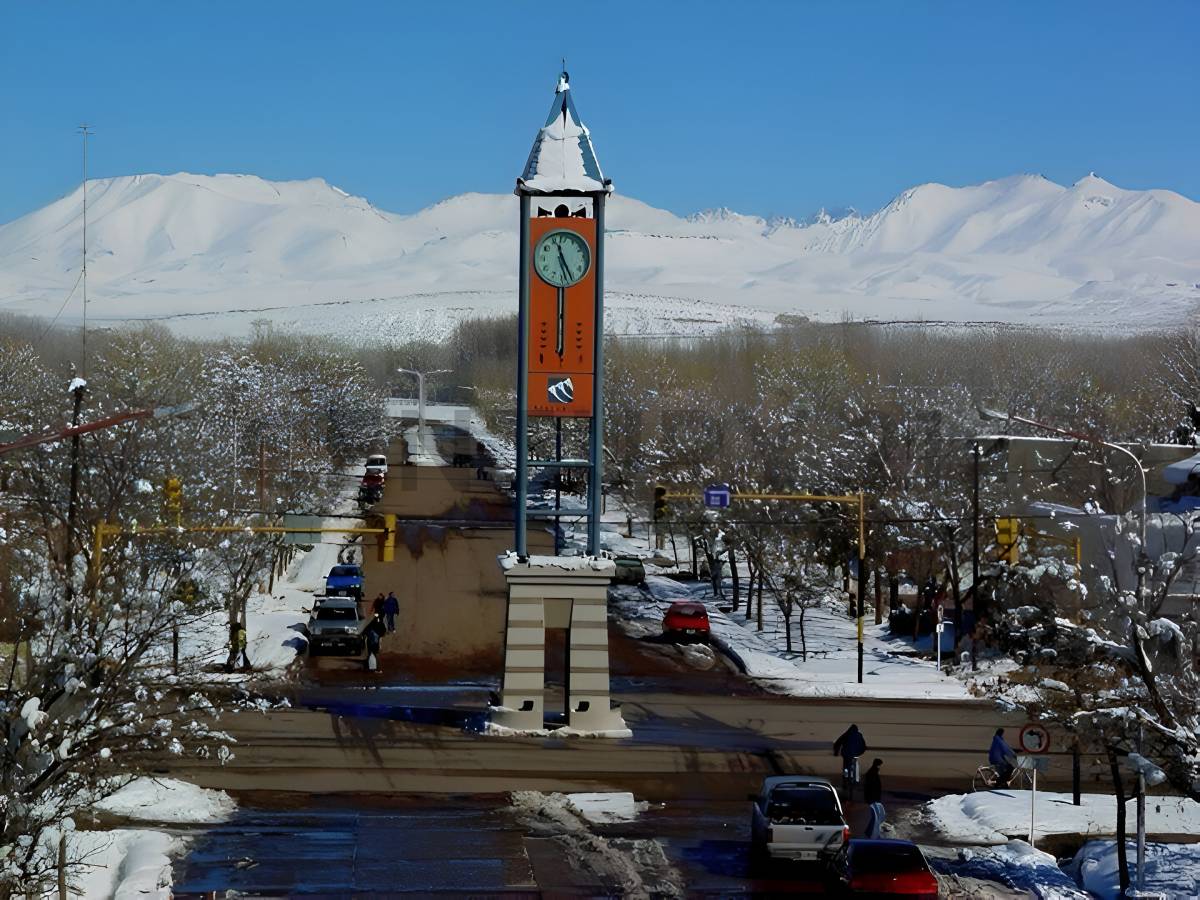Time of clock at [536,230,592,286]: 11:25
